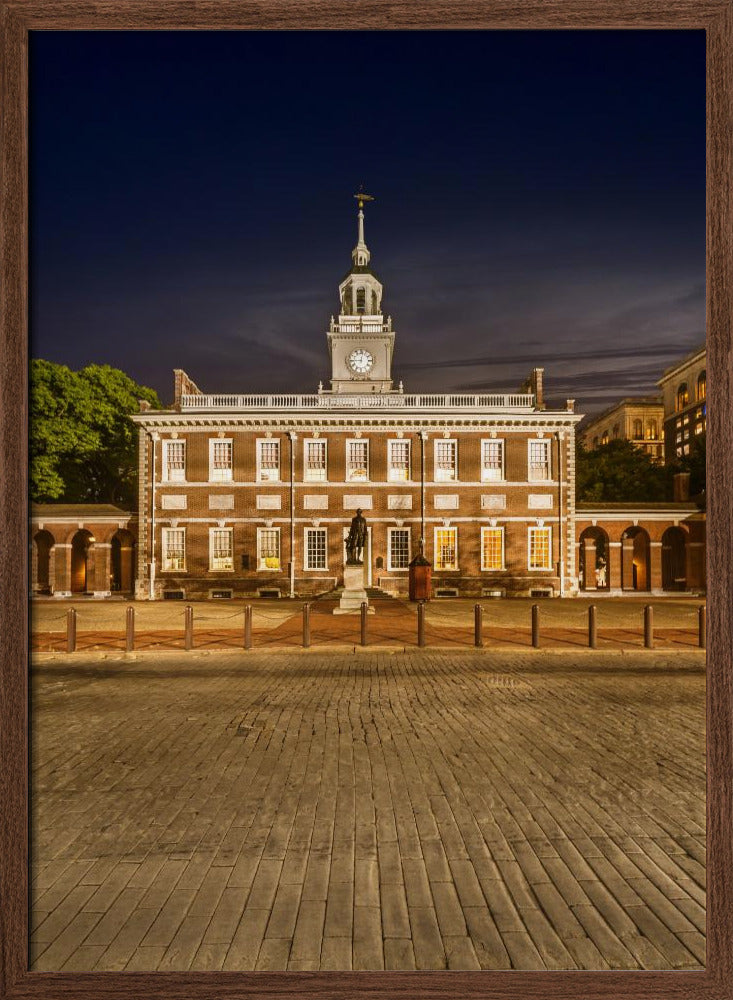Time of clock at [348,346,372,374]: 9:01
